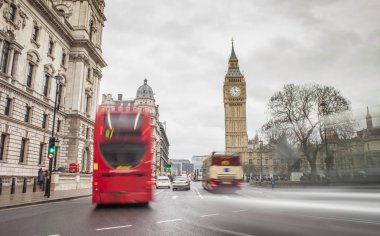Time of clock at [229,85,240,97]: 3:58
